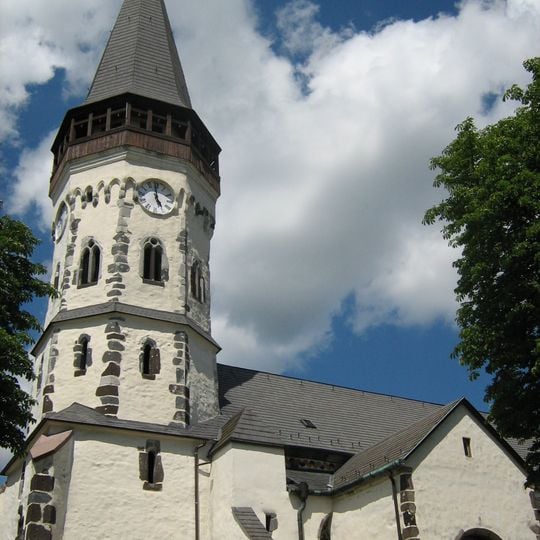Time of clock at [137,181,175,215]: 4:59
